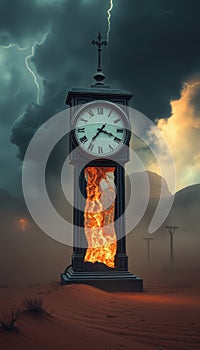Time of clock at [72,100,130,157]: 7:18
